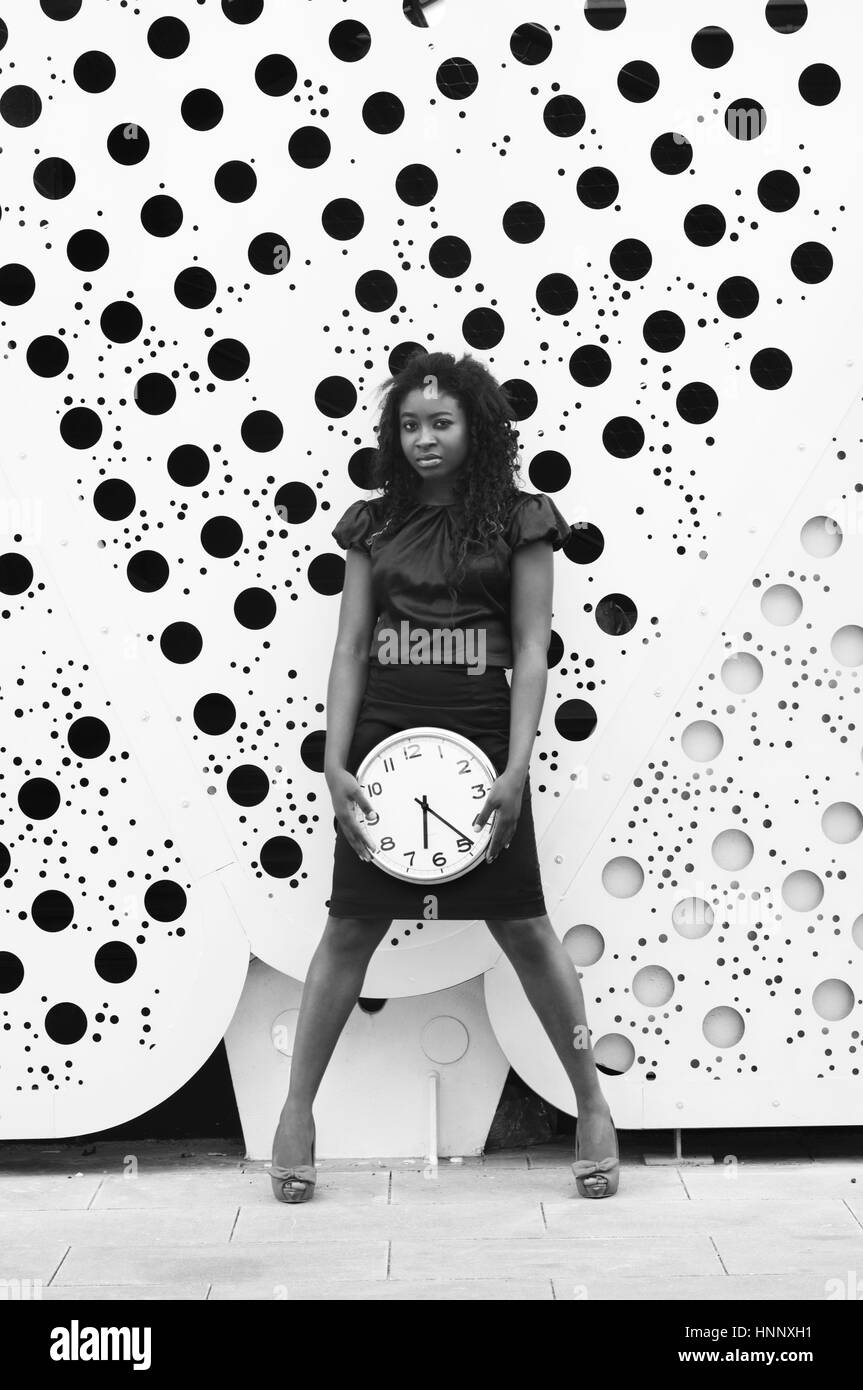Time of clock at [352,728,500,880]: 6:23
